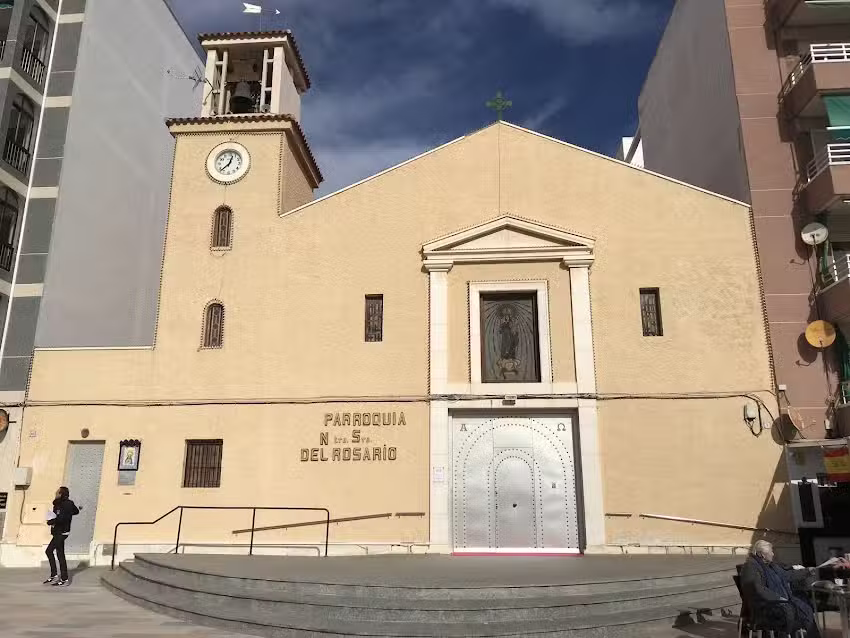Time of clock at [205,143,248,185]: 12:37
